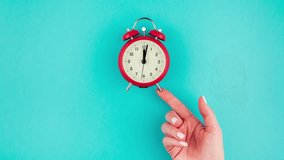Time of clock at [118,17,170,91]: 12:01
